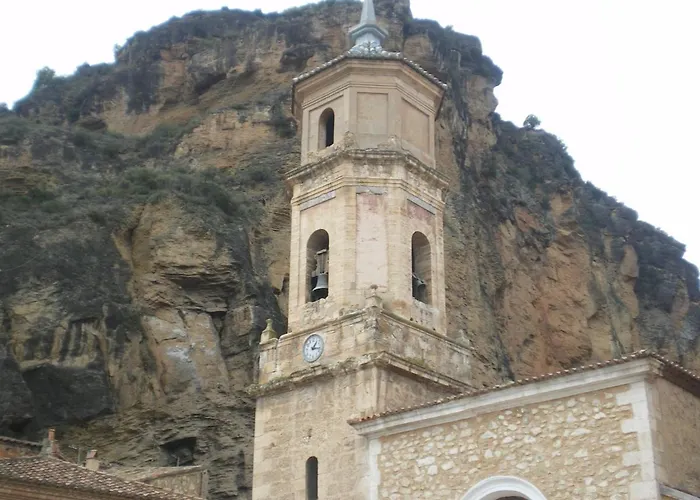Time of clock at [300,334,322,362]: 1:16
